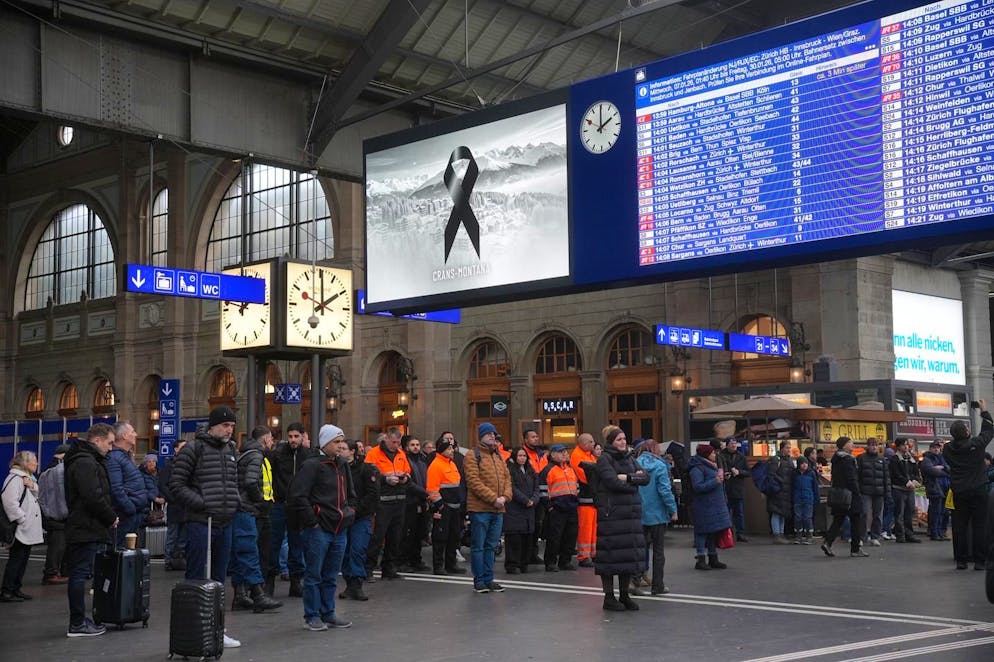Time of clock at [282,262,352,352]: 2:00
